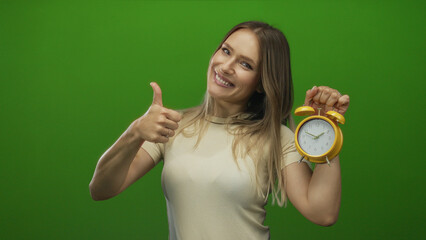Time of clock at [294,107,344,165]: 1:49
